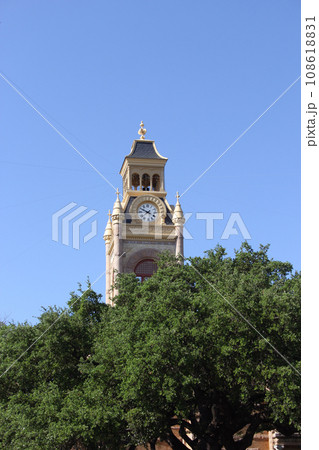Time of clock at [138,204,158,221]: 7:49
